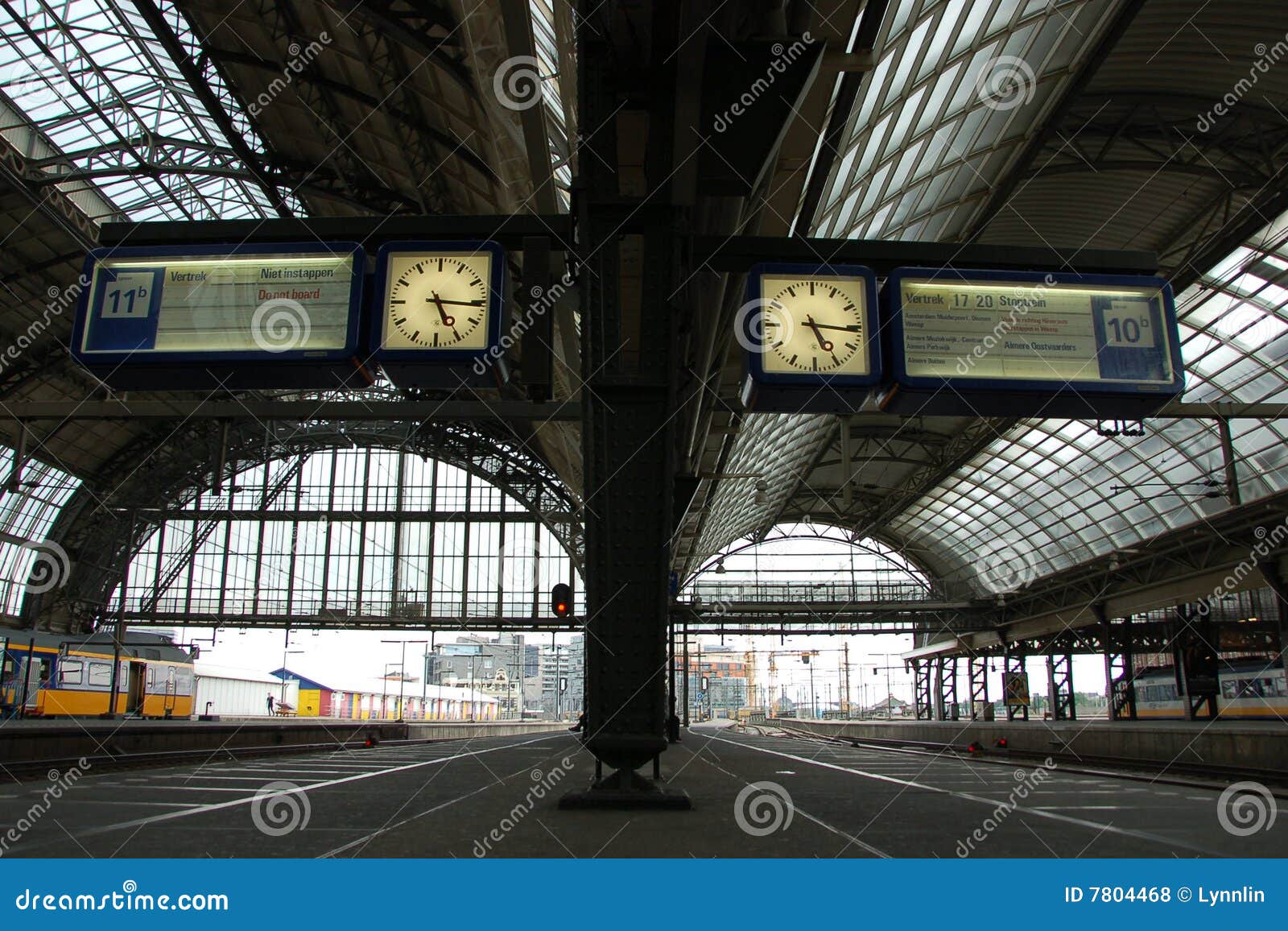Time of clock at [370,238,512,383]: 5:15
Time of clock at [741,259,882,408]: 5:15
